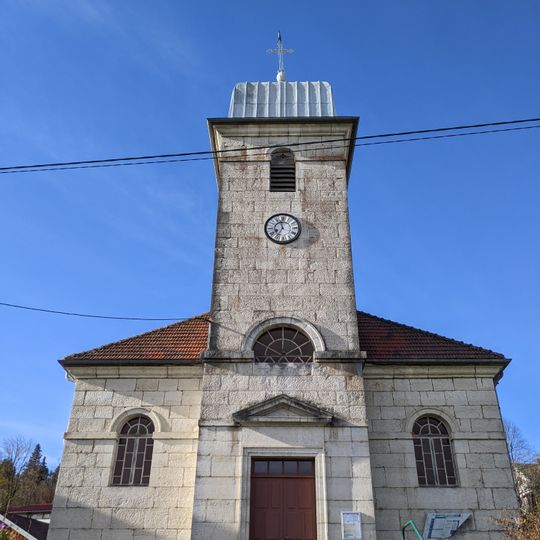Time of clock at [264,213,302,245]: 11:35
